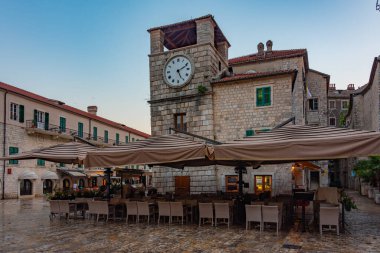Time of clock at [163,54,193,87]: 5:11
